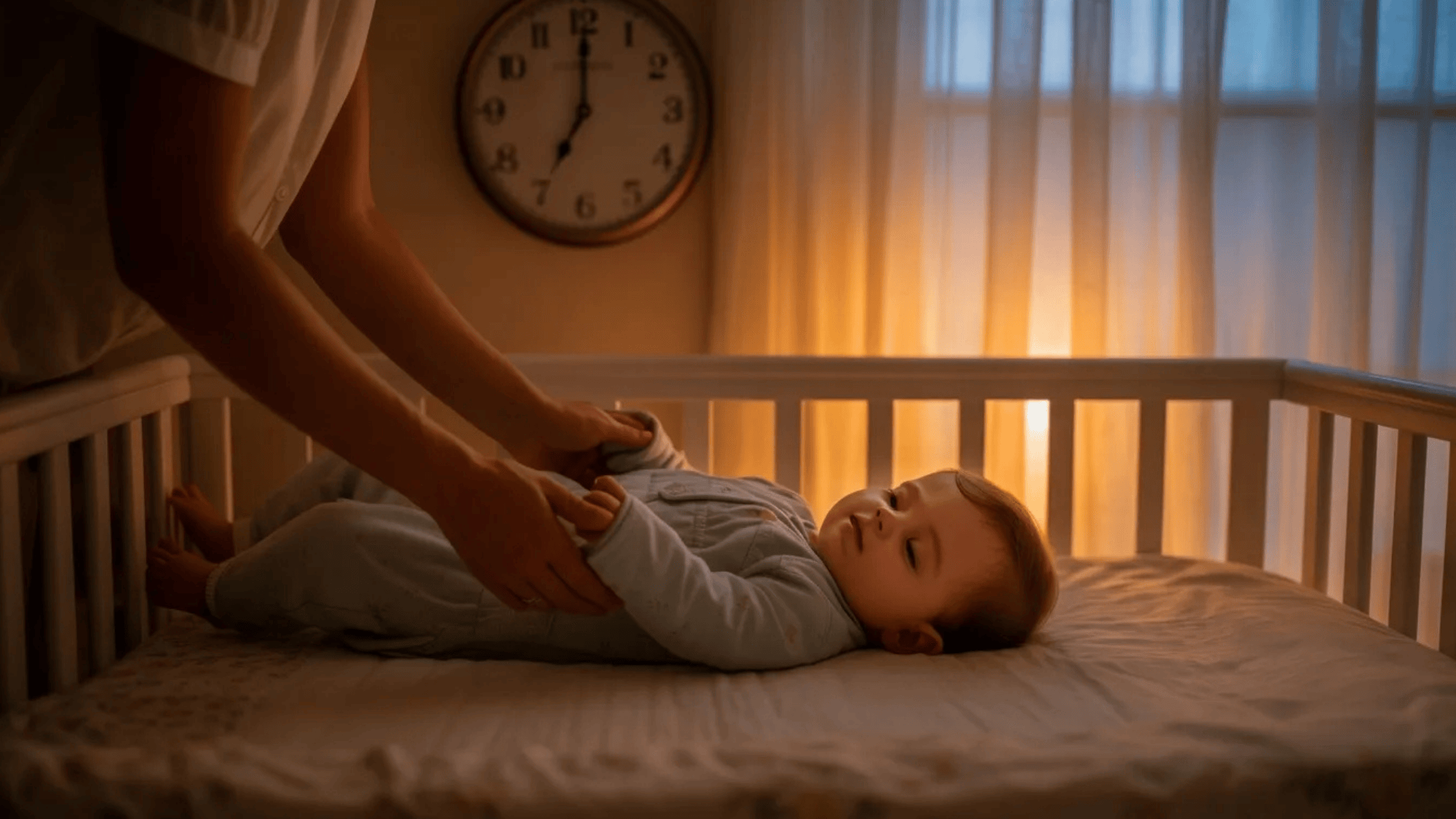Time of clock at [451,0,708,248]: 7:00
